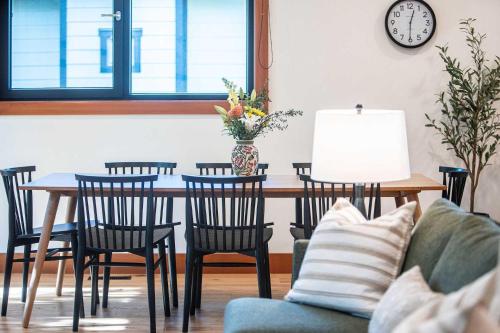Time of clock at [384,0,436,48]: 12:30
